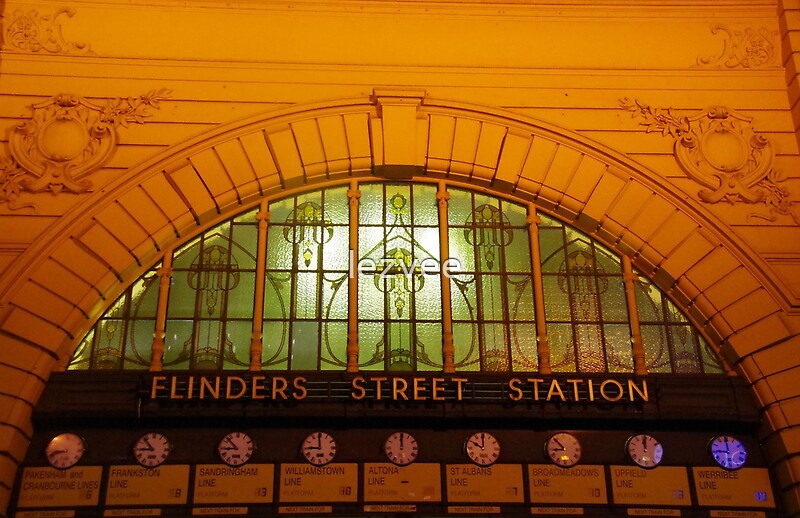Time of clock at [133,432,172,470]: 8:53
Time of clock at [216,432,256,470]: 8:52
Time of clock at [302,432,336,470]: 8:59
